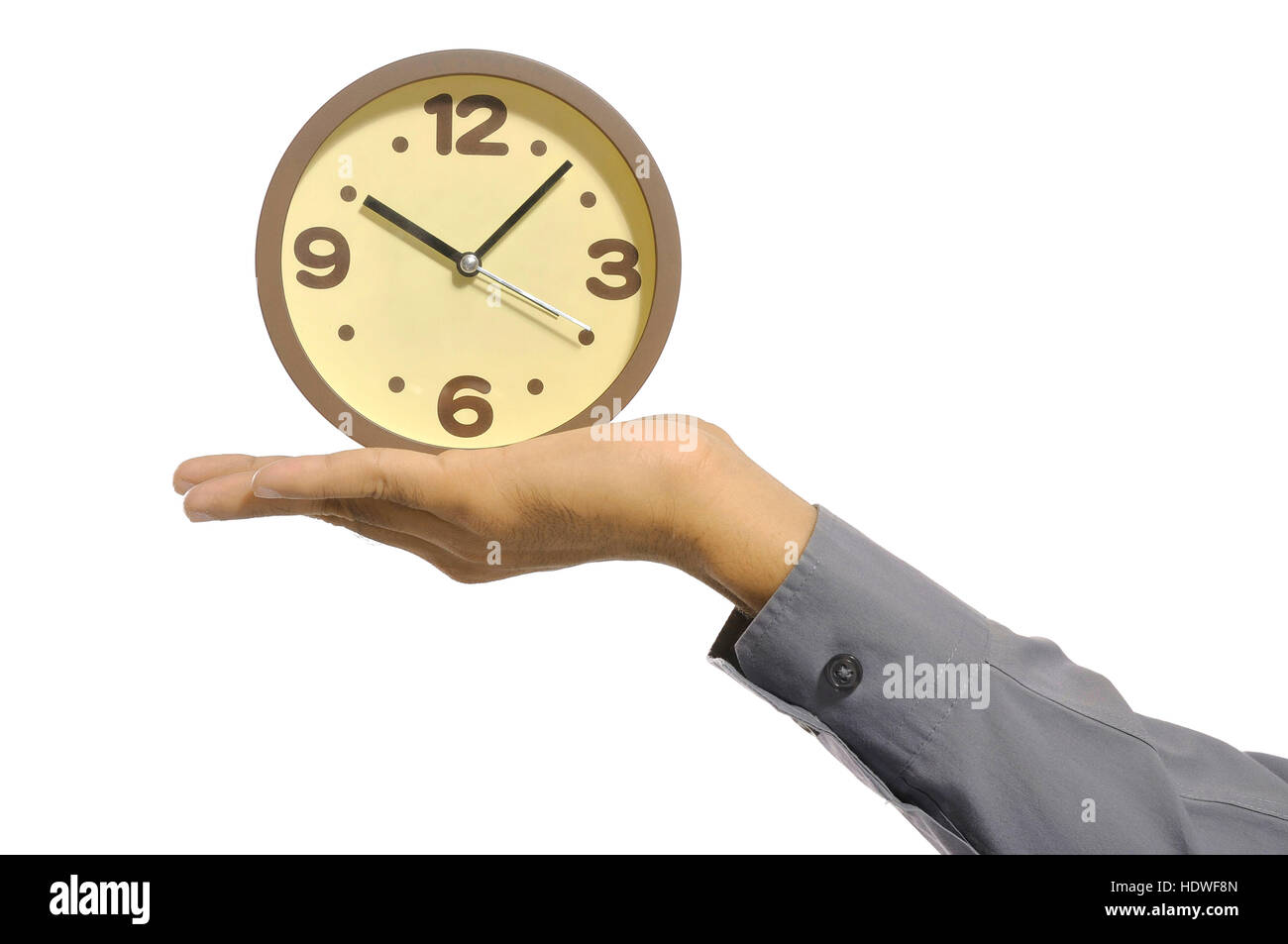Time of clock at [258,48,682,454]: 10:07
